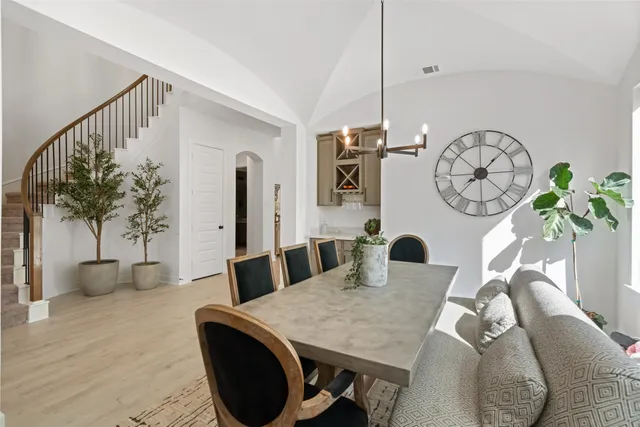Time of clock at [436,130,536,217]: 8:07
